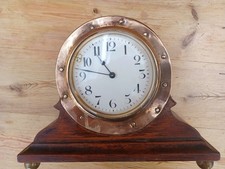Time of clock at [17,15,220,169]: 10:46
